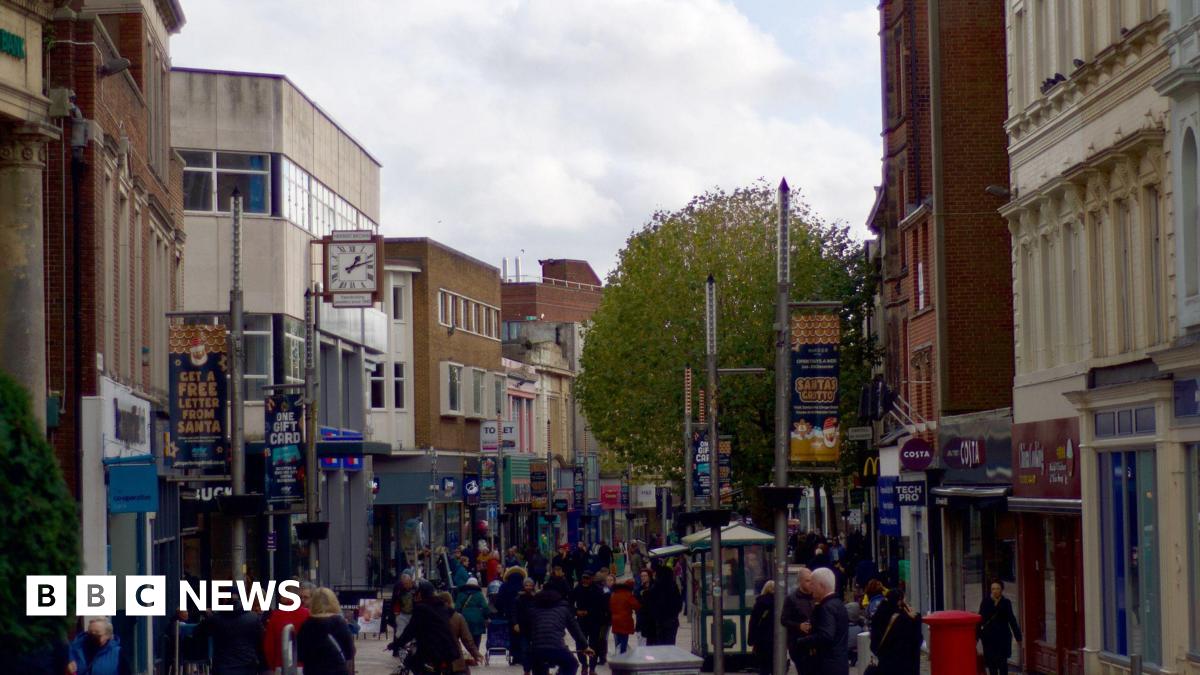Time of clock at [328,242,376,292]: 1:12
